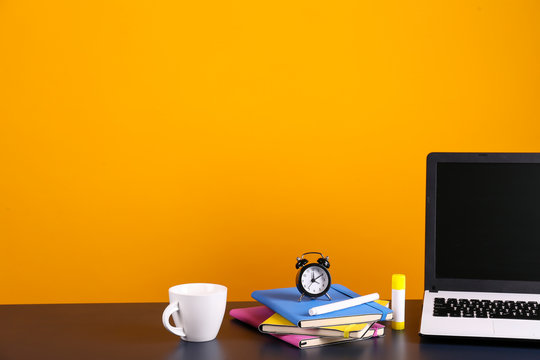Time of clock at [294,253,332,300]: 12:10
